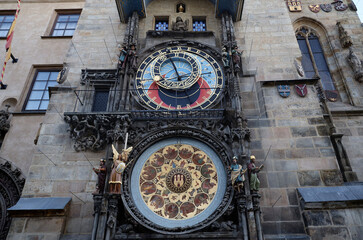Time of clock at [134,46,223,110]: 7:55
